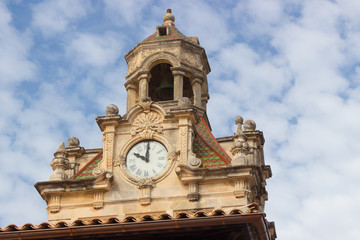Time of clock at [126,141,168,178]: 10:01
